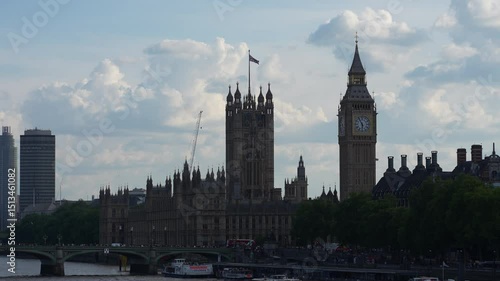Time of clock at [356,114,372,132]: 5:55
